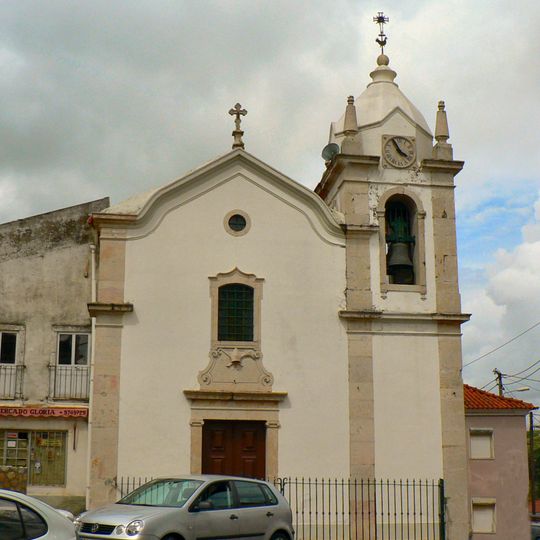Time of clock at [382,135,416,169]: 3:55
